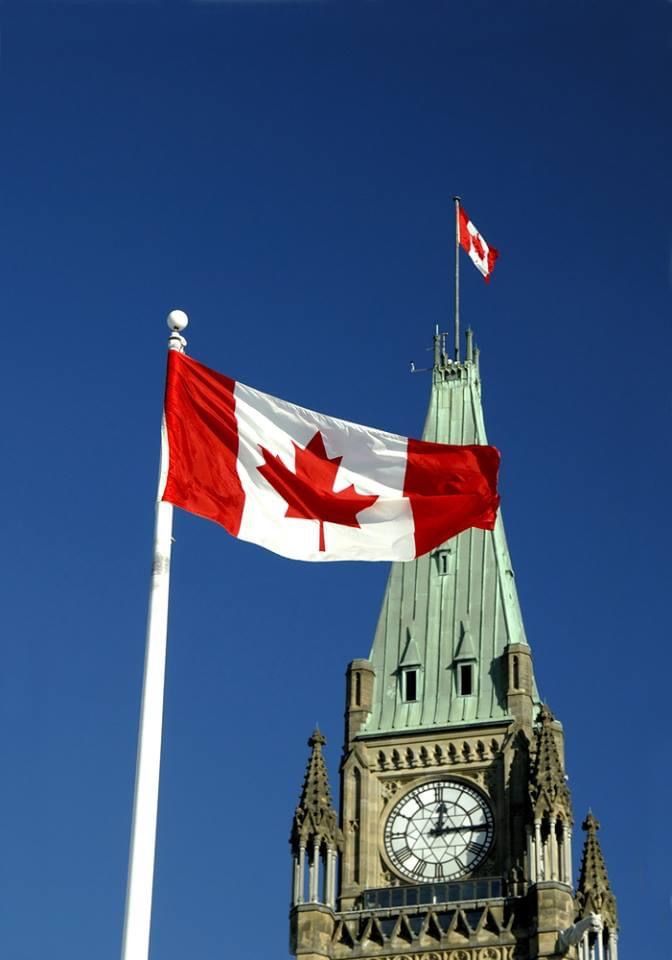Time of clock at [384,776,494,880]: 12:14
